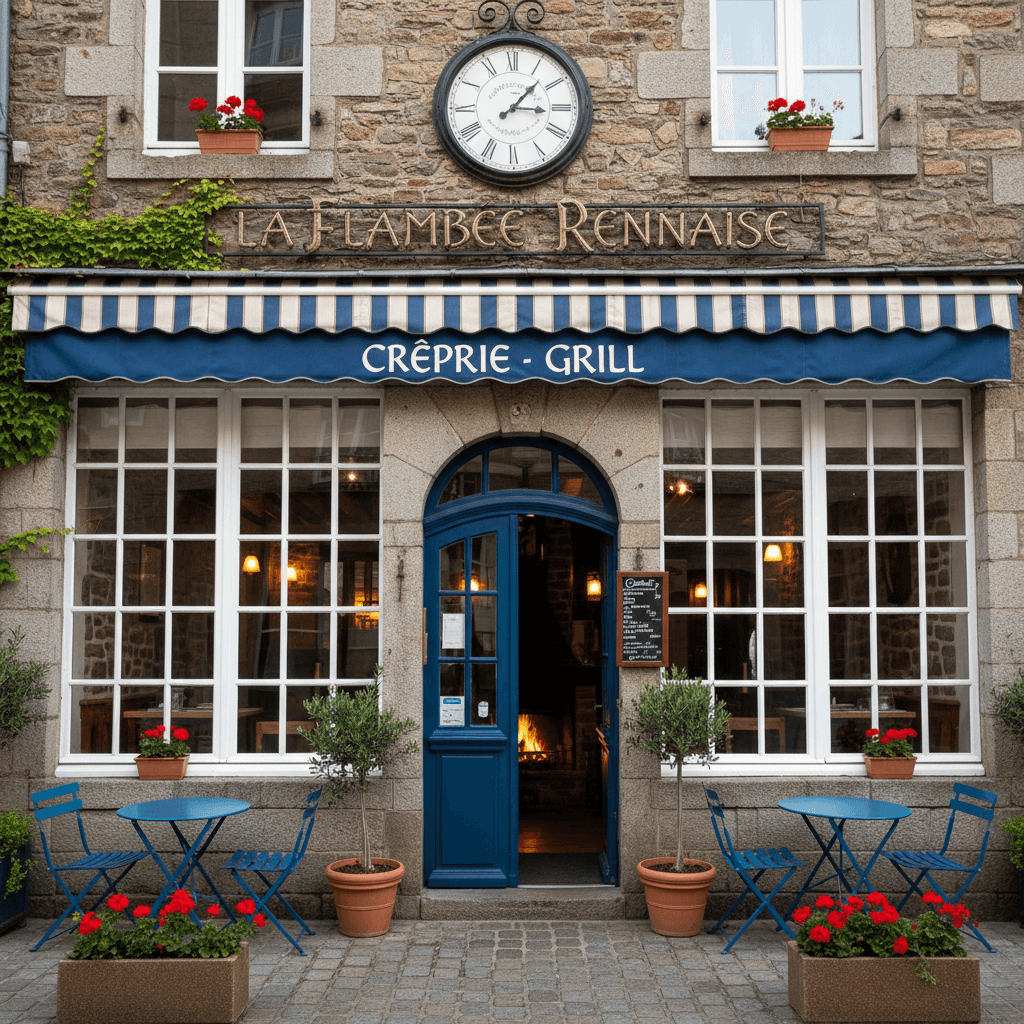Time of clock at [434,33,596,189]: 3:07
